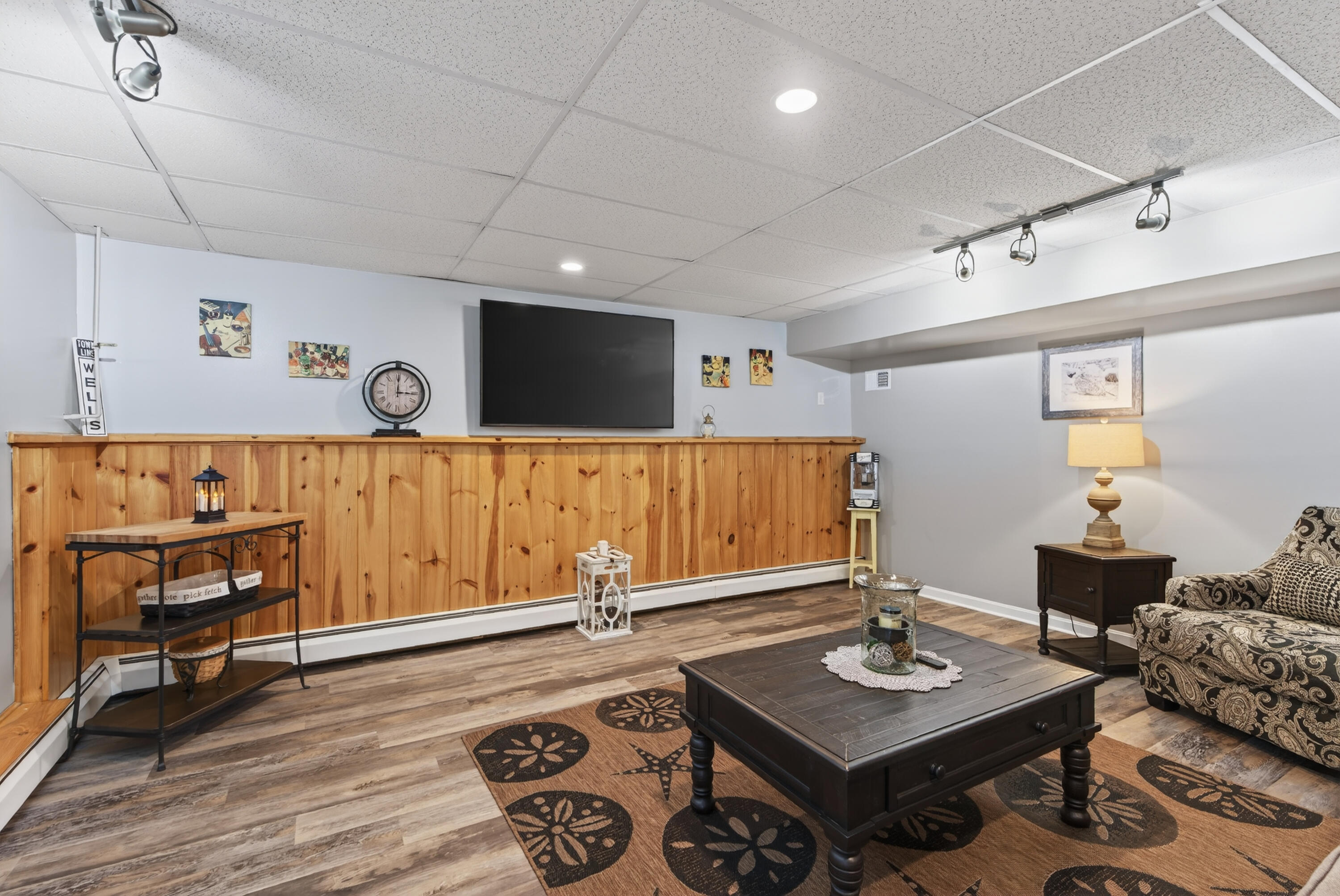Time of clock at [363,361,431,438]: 3:00
